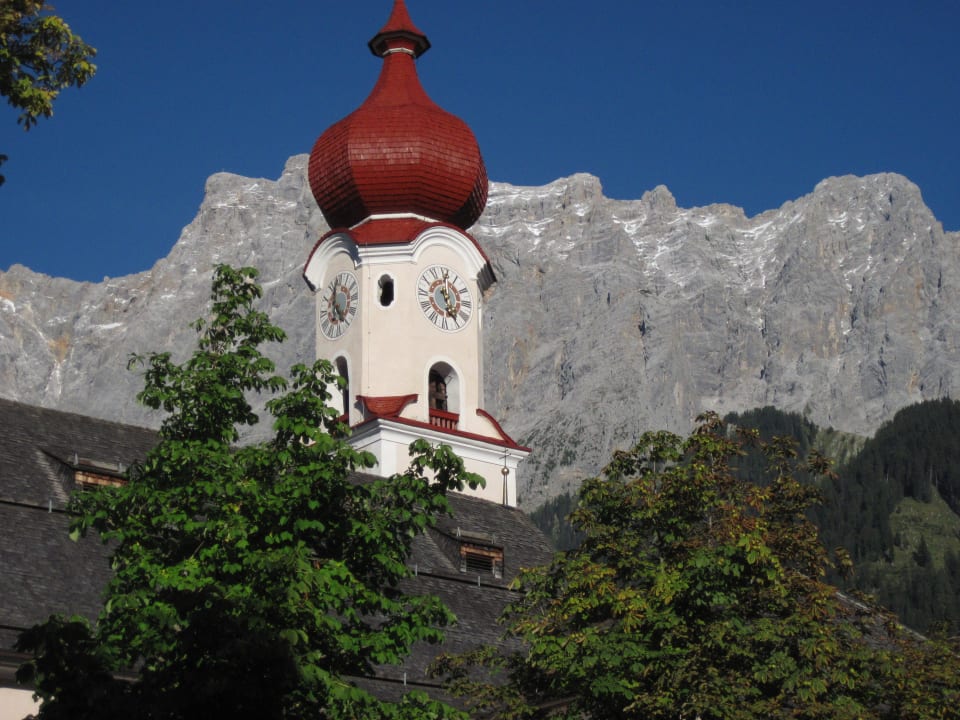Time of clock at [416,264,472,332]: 4:59
